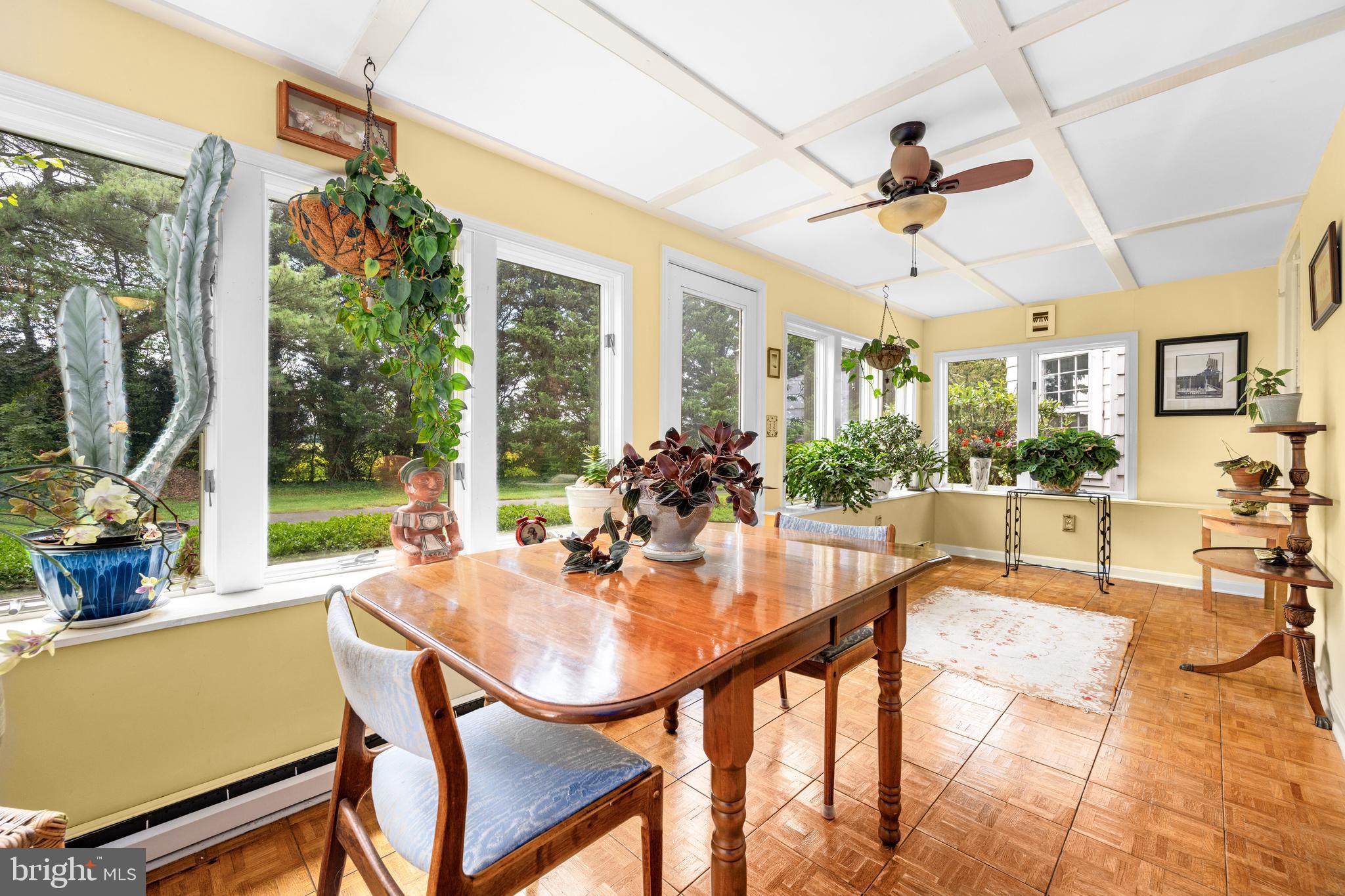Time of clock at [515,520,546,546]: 12:40
